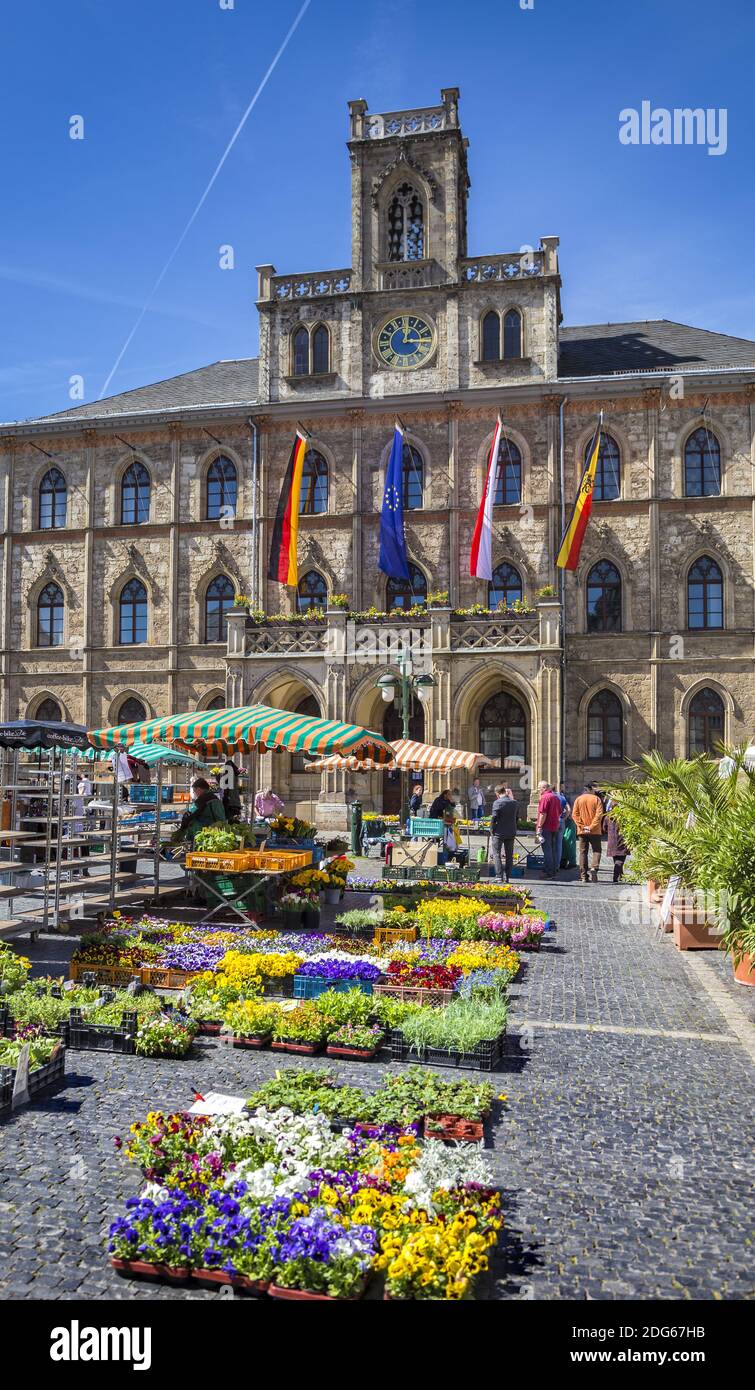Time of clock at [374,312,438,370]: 12:14
